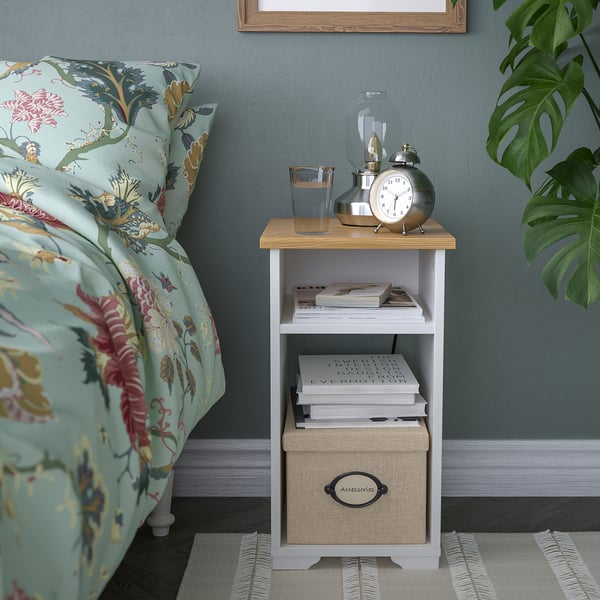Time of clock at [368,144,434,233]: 6:10
